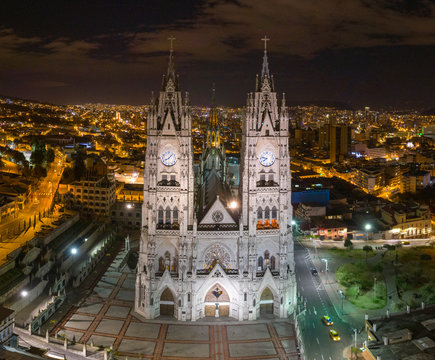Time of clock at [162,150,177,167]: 8:07
